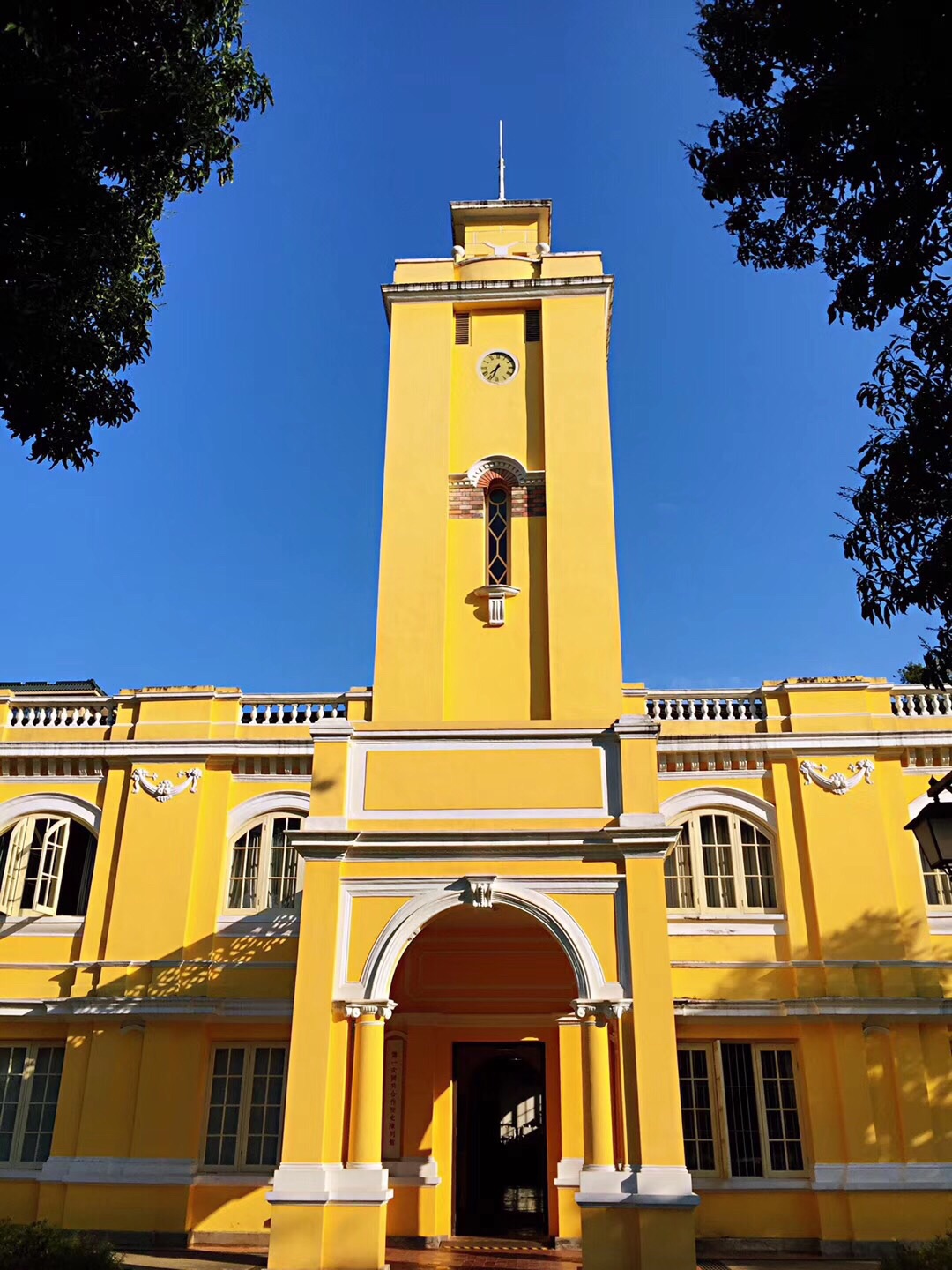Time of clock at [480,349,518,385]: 7:33
